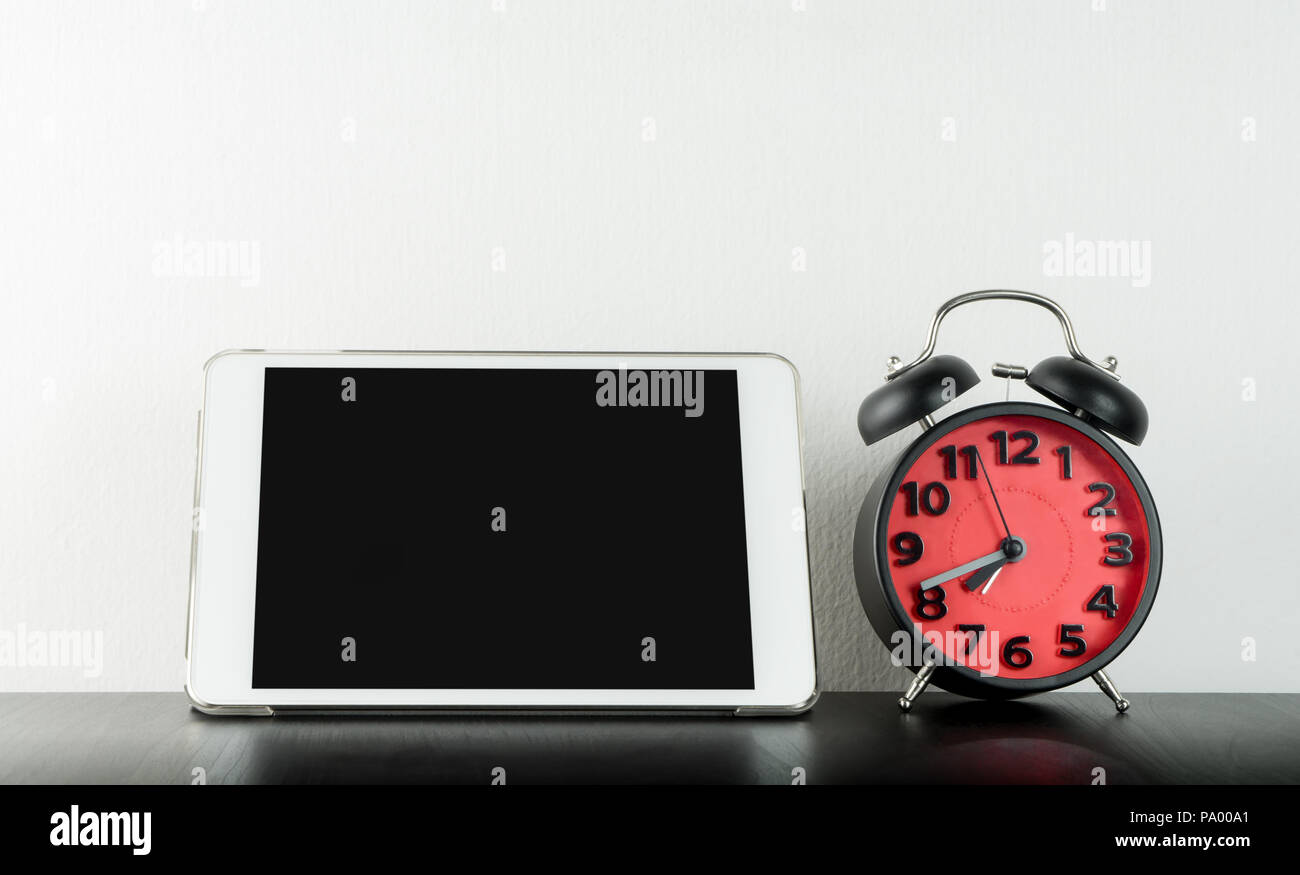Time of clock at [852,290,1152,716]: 7:41
